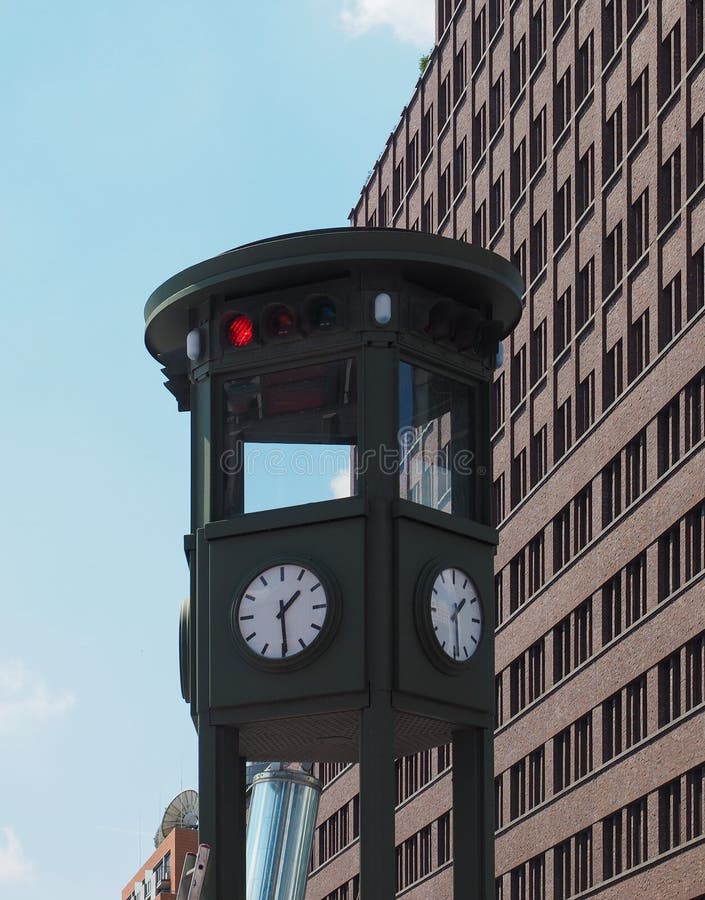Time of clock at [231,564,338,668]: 1:29
